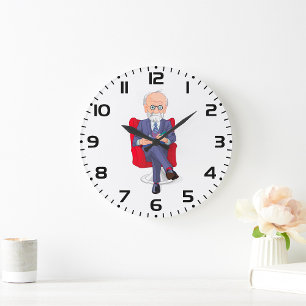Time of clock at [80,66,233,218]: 5:49
